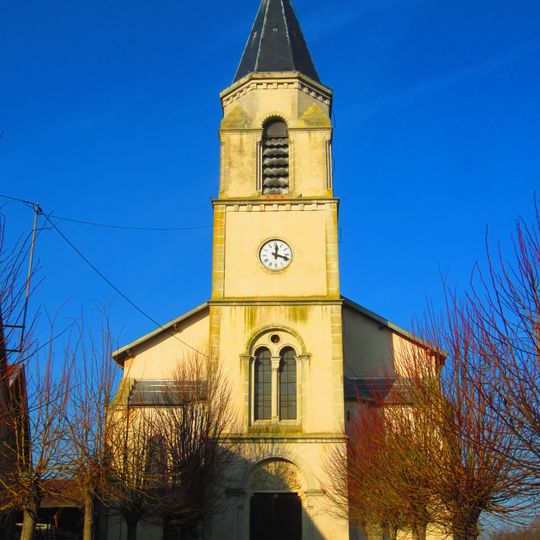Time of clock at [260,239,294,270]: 12:18
